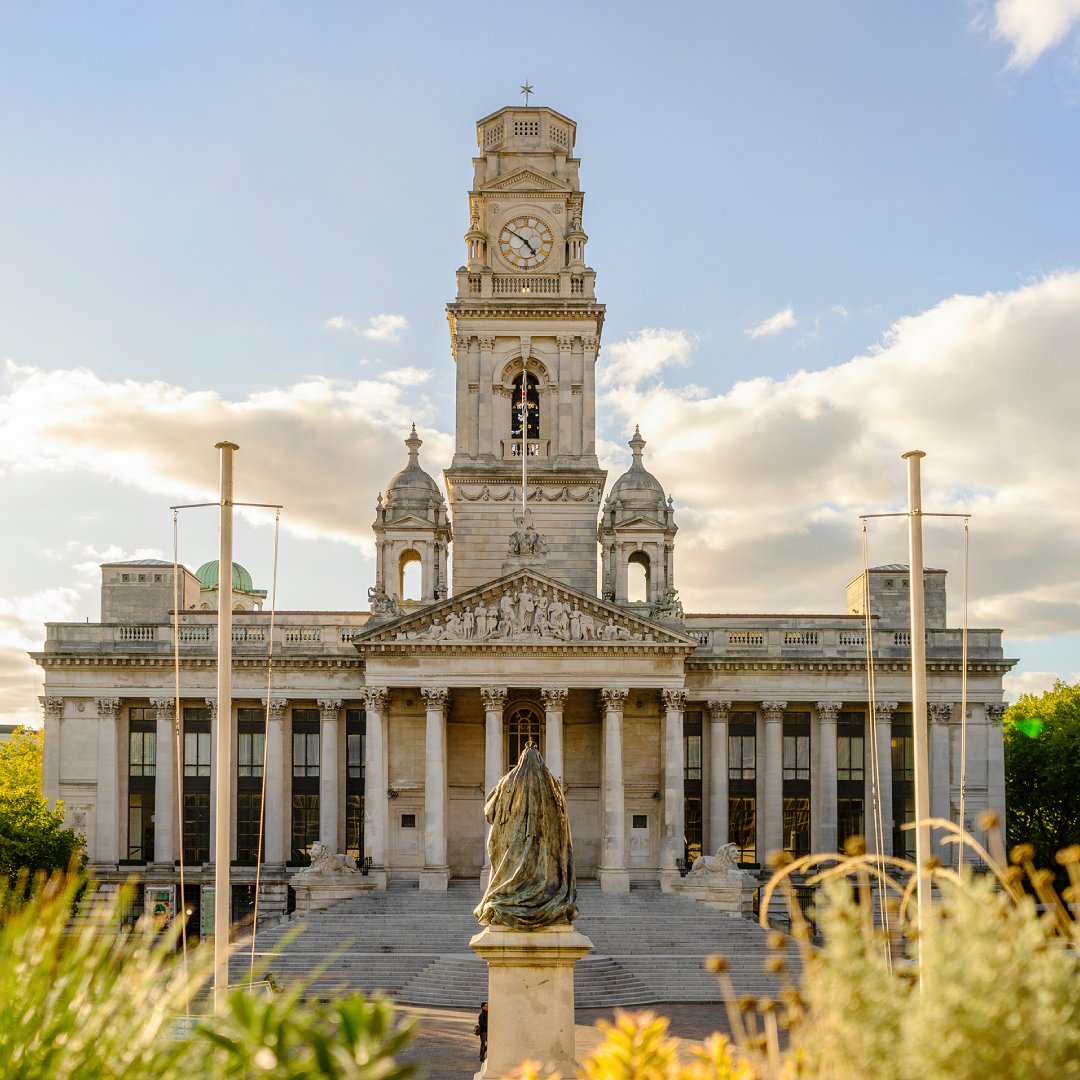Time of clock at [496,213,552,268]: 4:50
